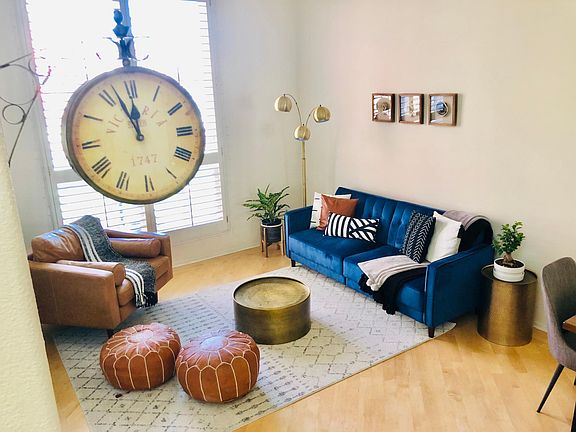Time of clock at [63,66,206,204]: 11:56
